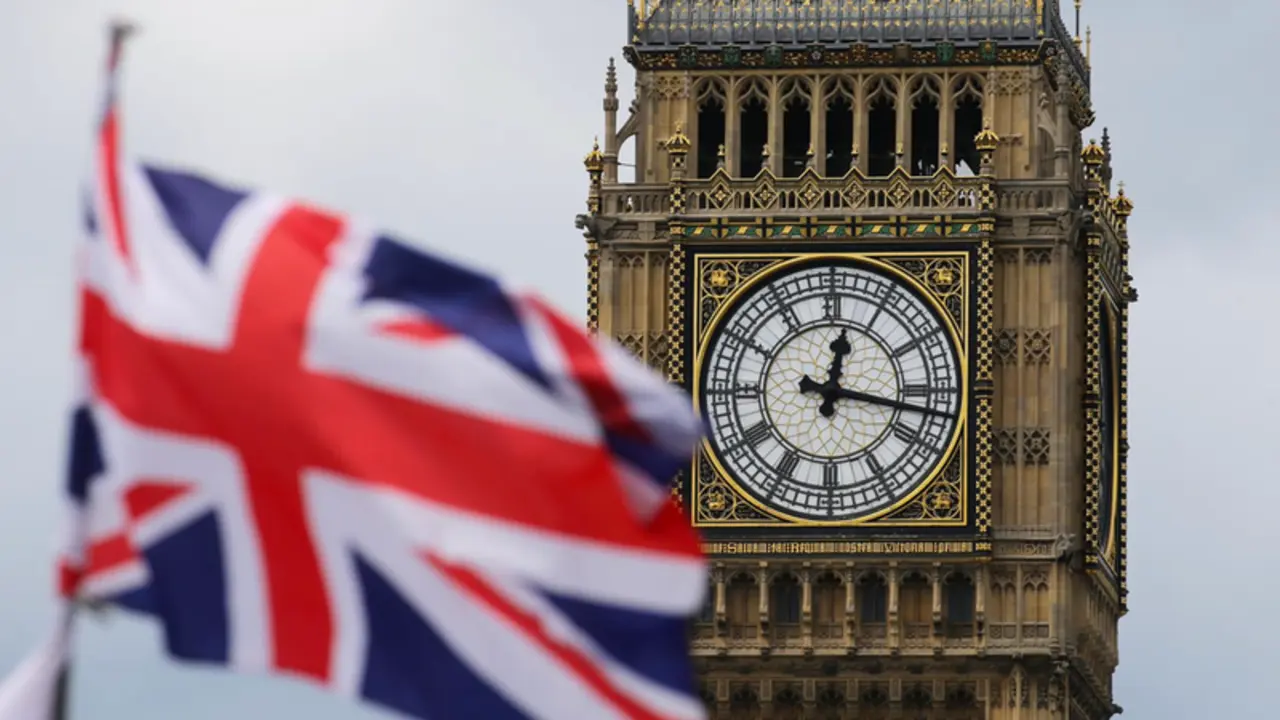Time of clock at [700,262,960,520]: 12:17
